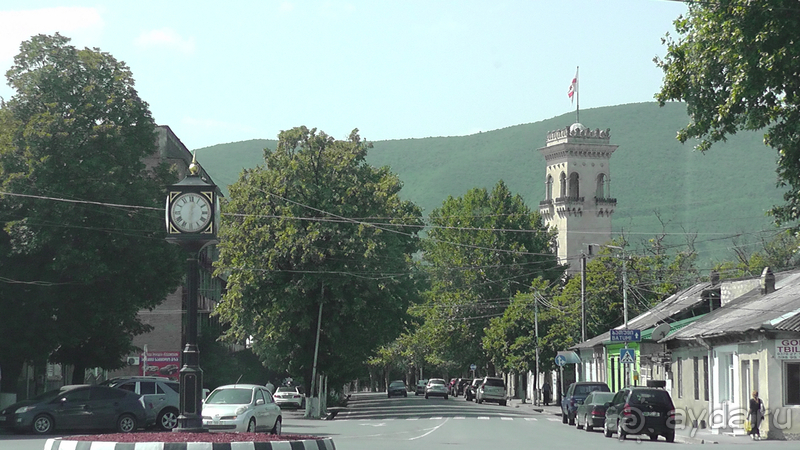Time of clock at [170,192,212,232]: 6:01
